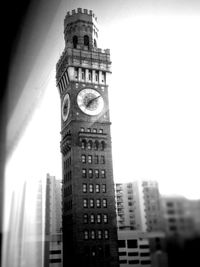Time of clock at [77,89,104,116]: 7:09
